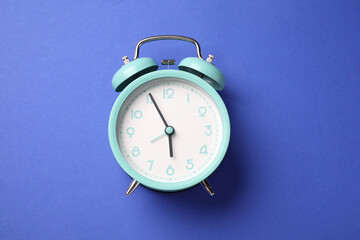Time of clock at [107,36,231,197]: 5:55
